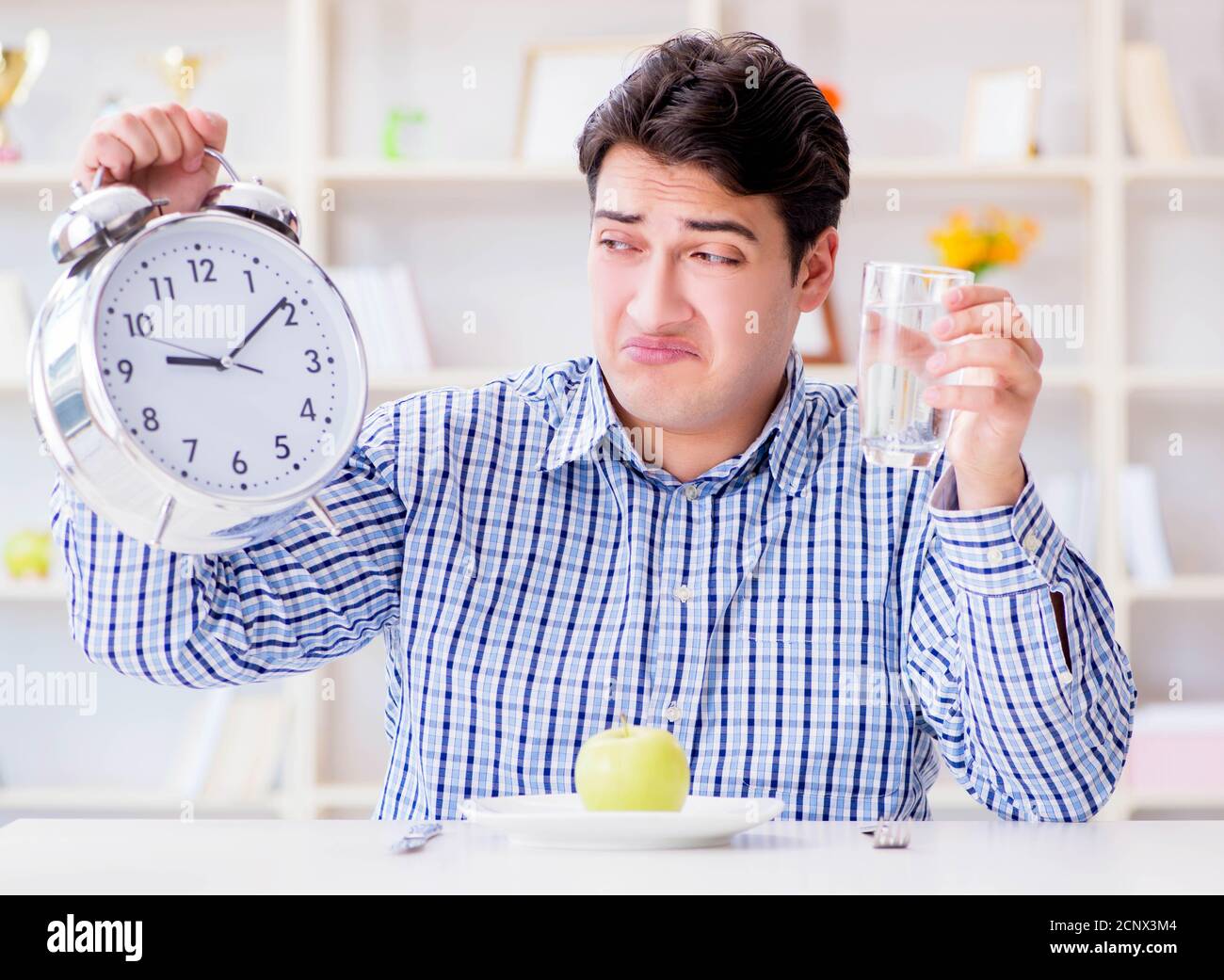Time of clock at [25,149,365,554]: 9:09
